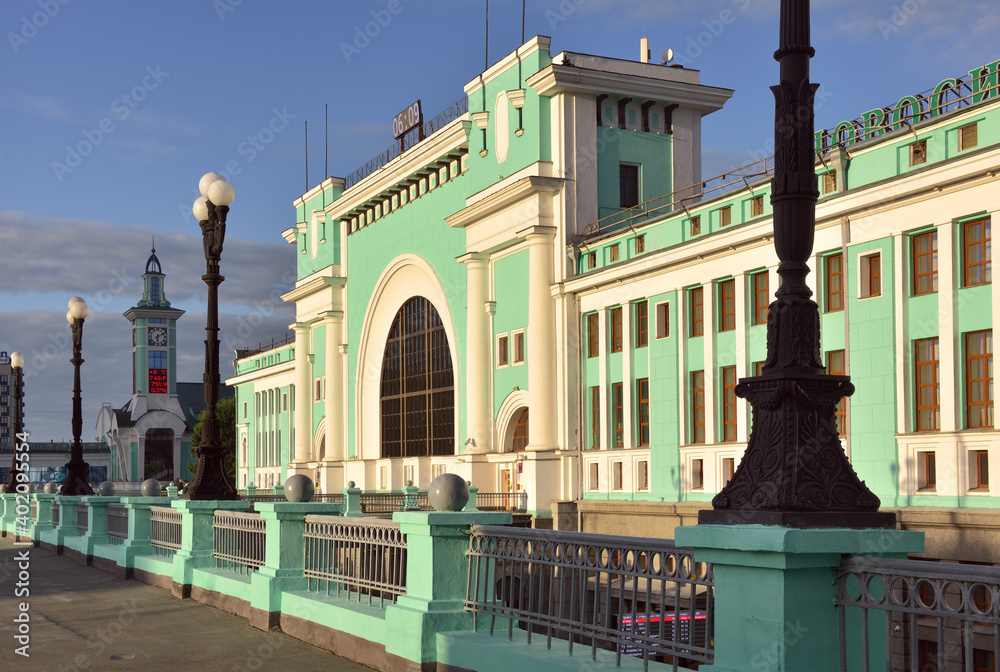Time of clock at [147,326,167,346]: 6:10
